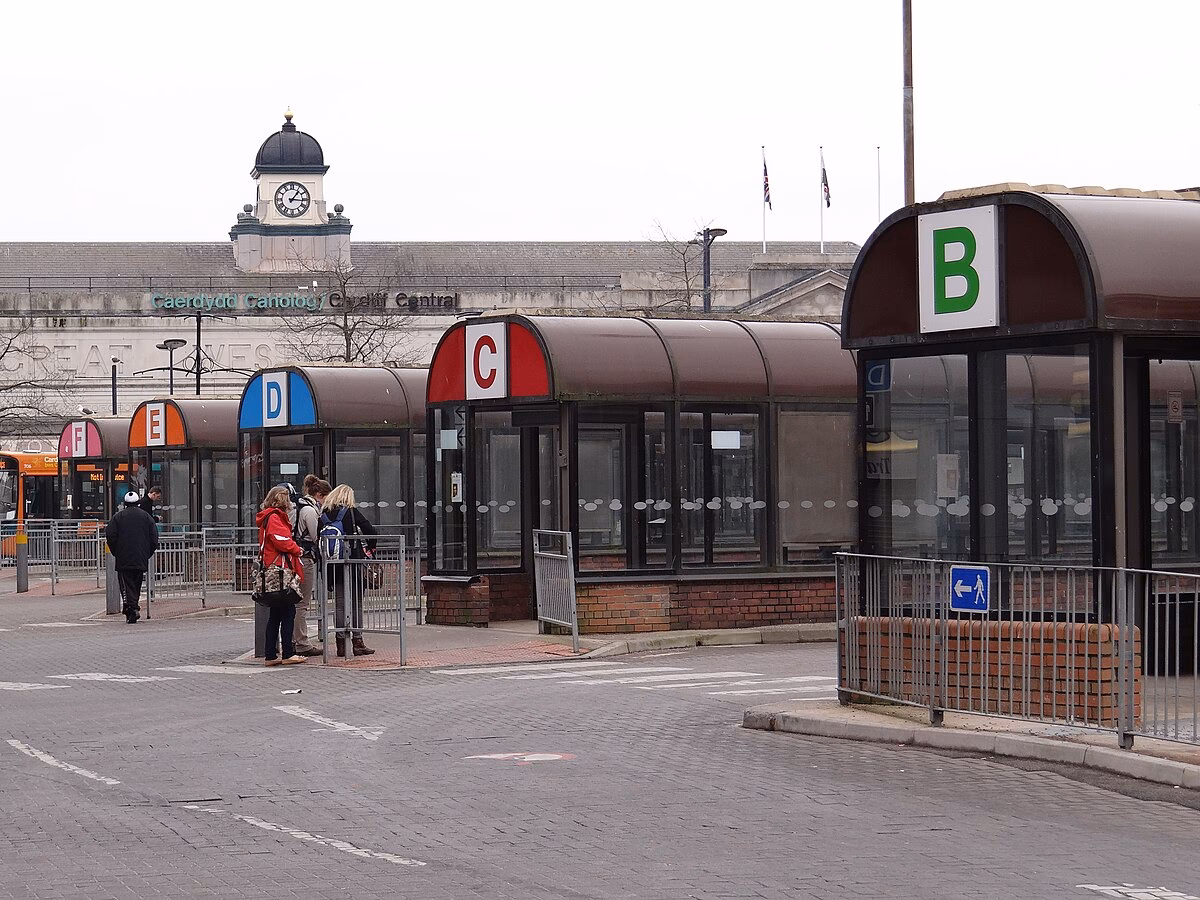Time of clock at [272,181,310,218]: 1:16
